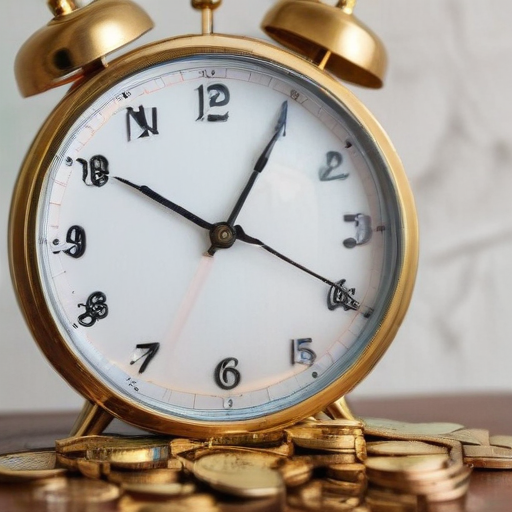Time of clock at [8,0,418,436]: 10:05
